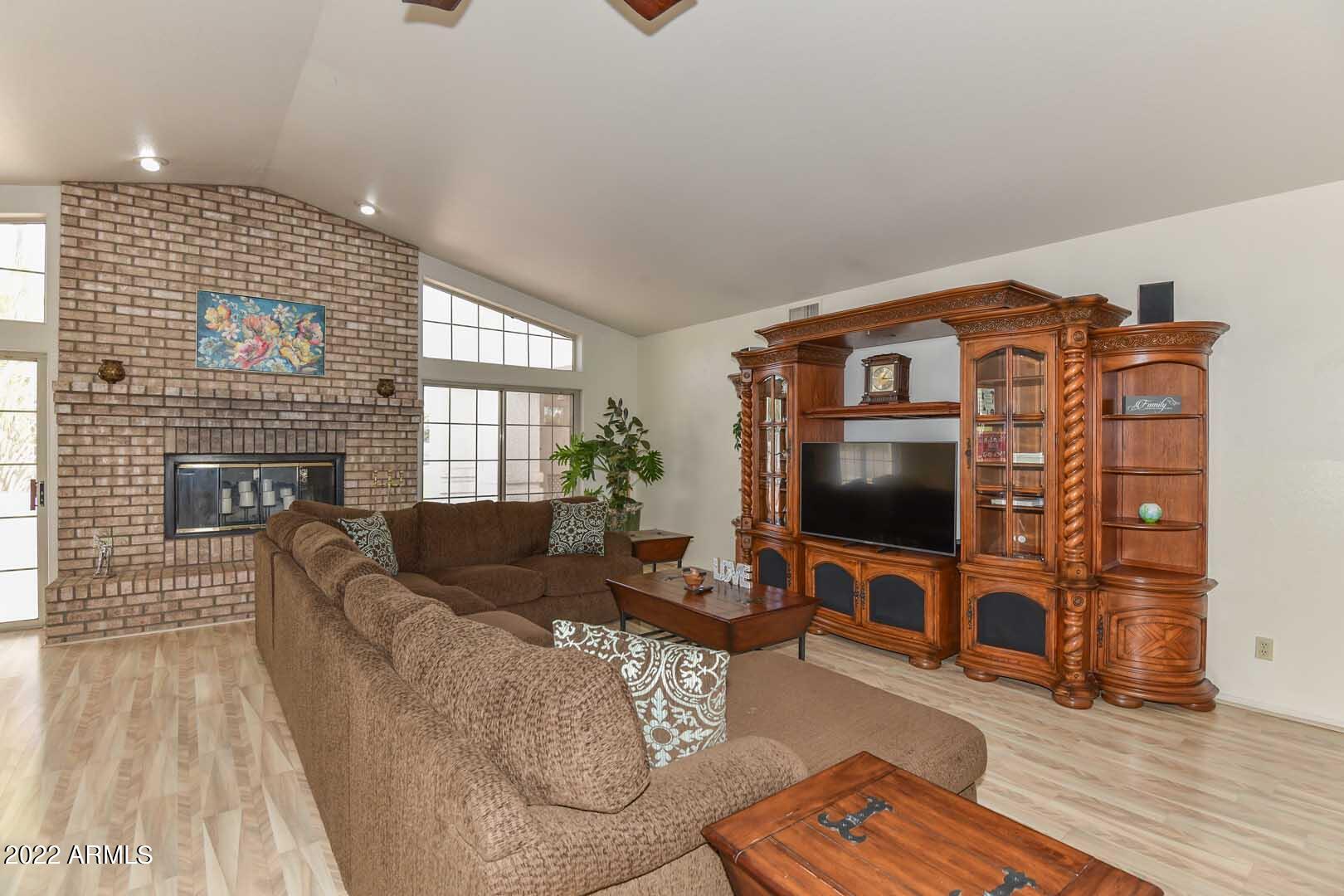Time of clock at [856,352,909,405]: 1:16
